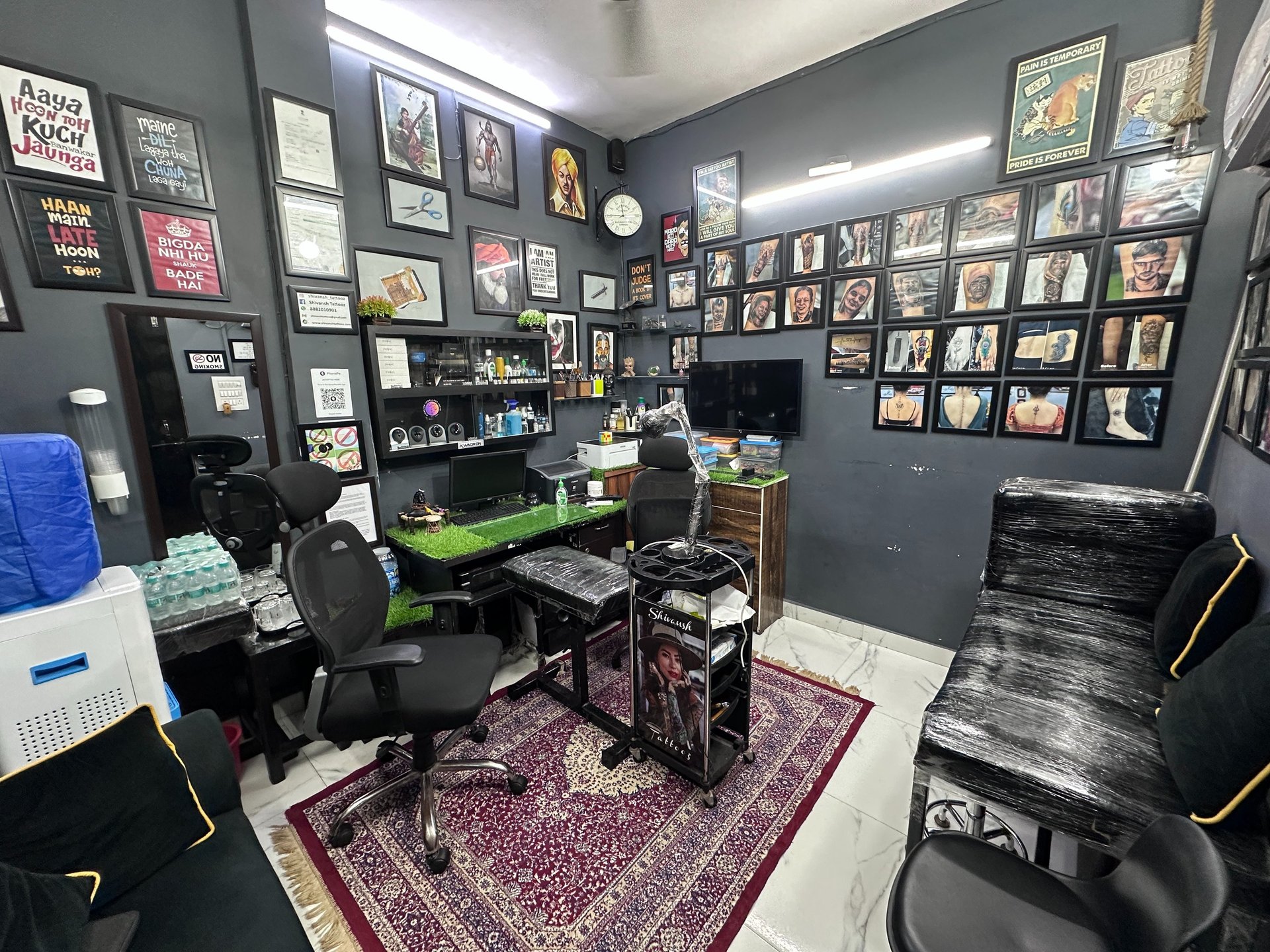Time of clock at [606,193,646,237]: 11:45
